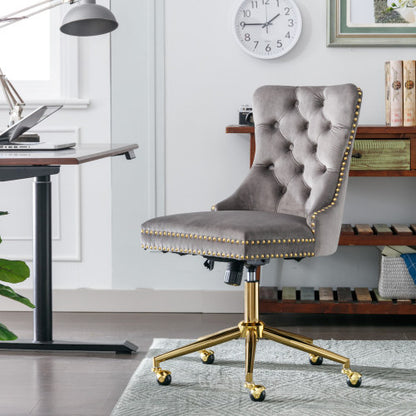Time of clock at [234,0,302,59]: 1:45
